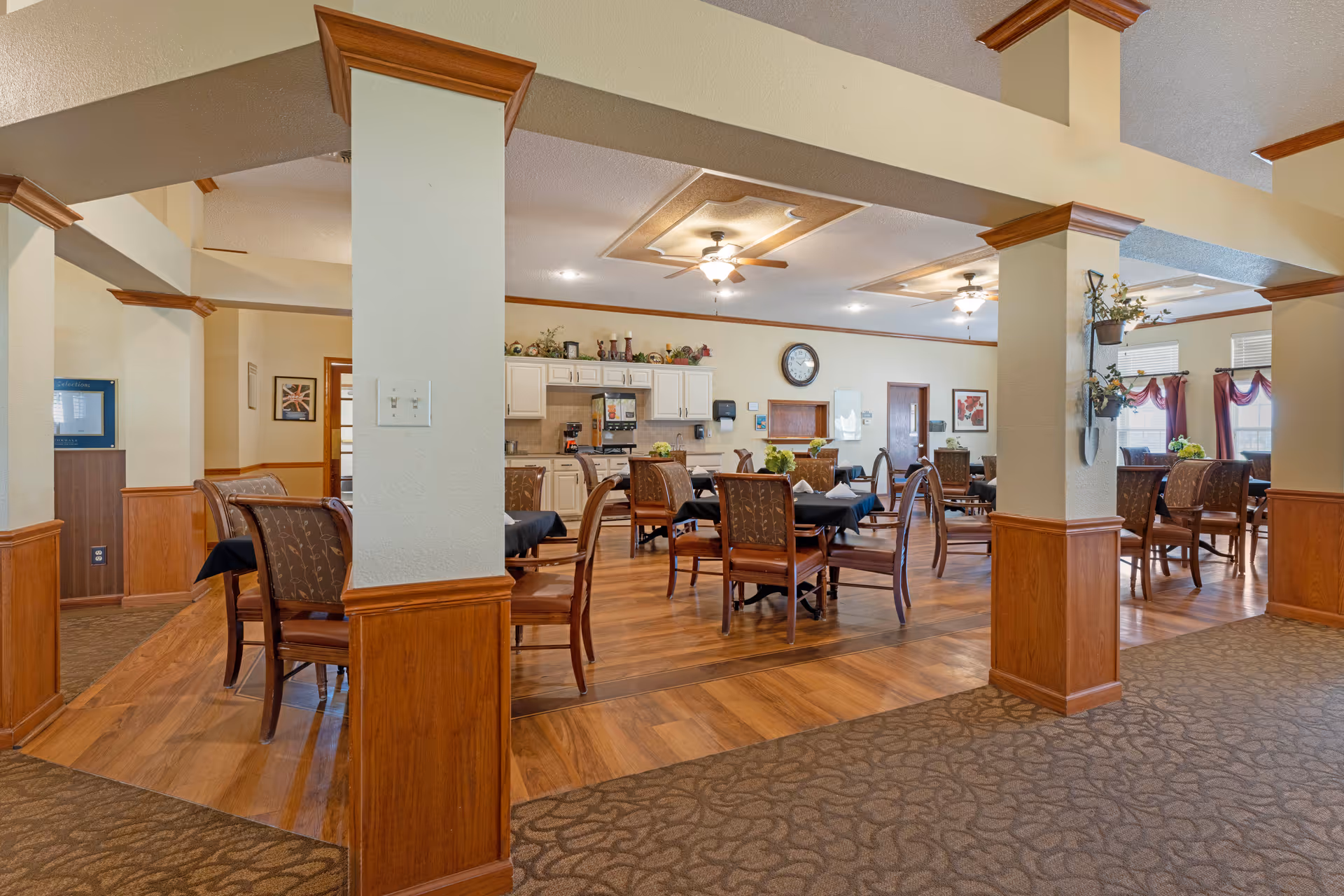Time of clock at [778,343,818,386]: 10:07
